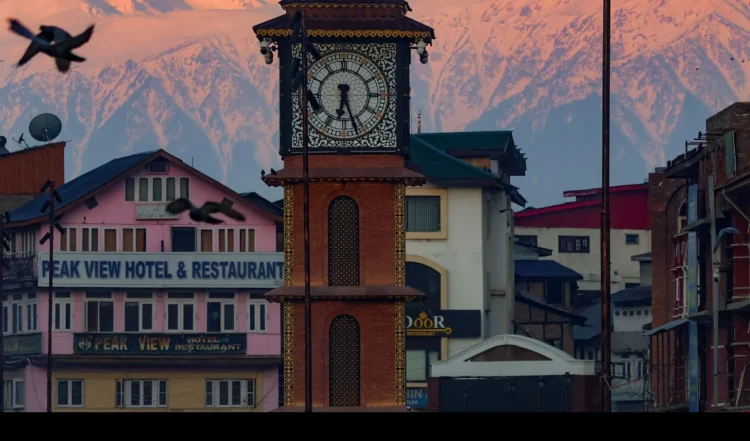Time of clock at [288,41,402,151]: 6:26
